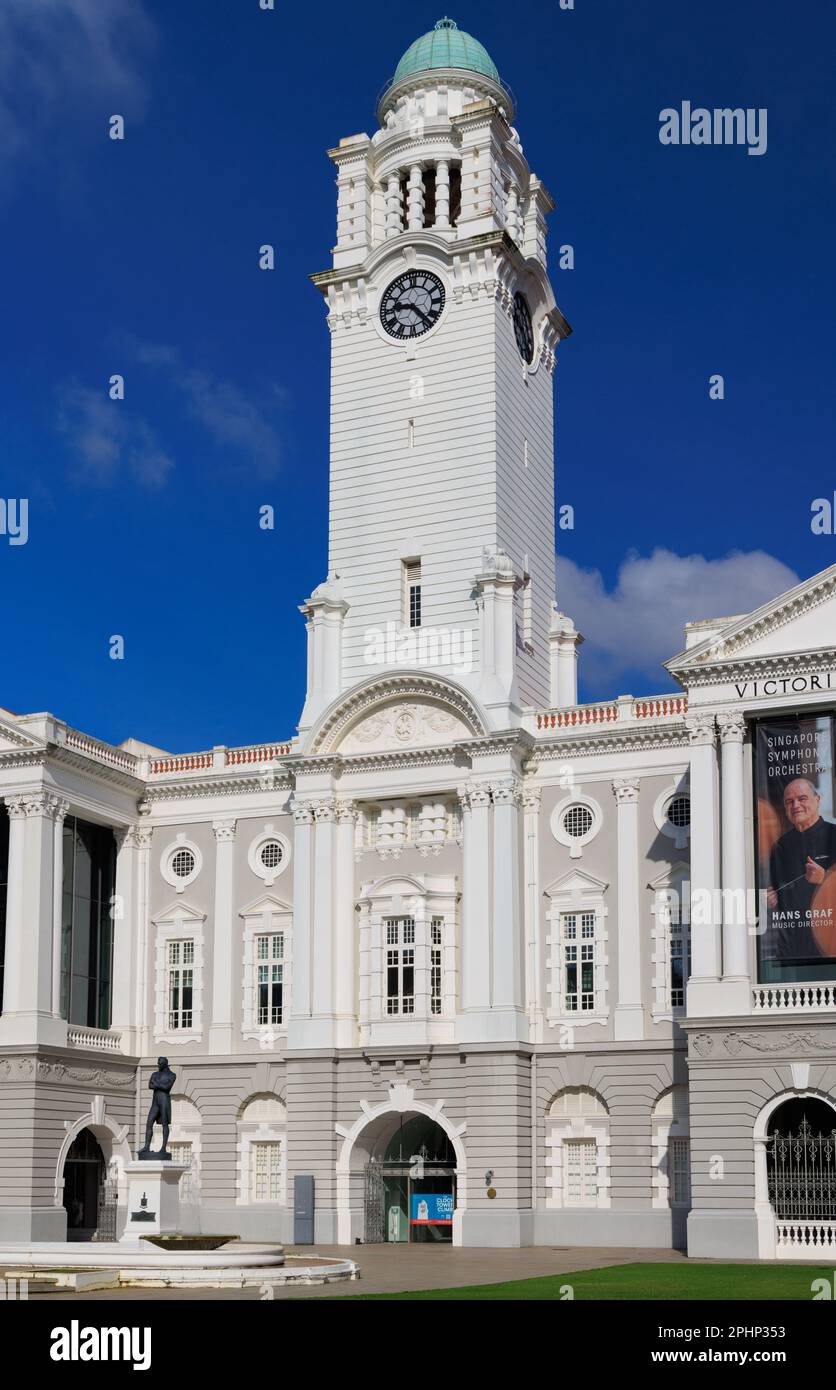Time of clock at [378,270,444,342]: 9:22
